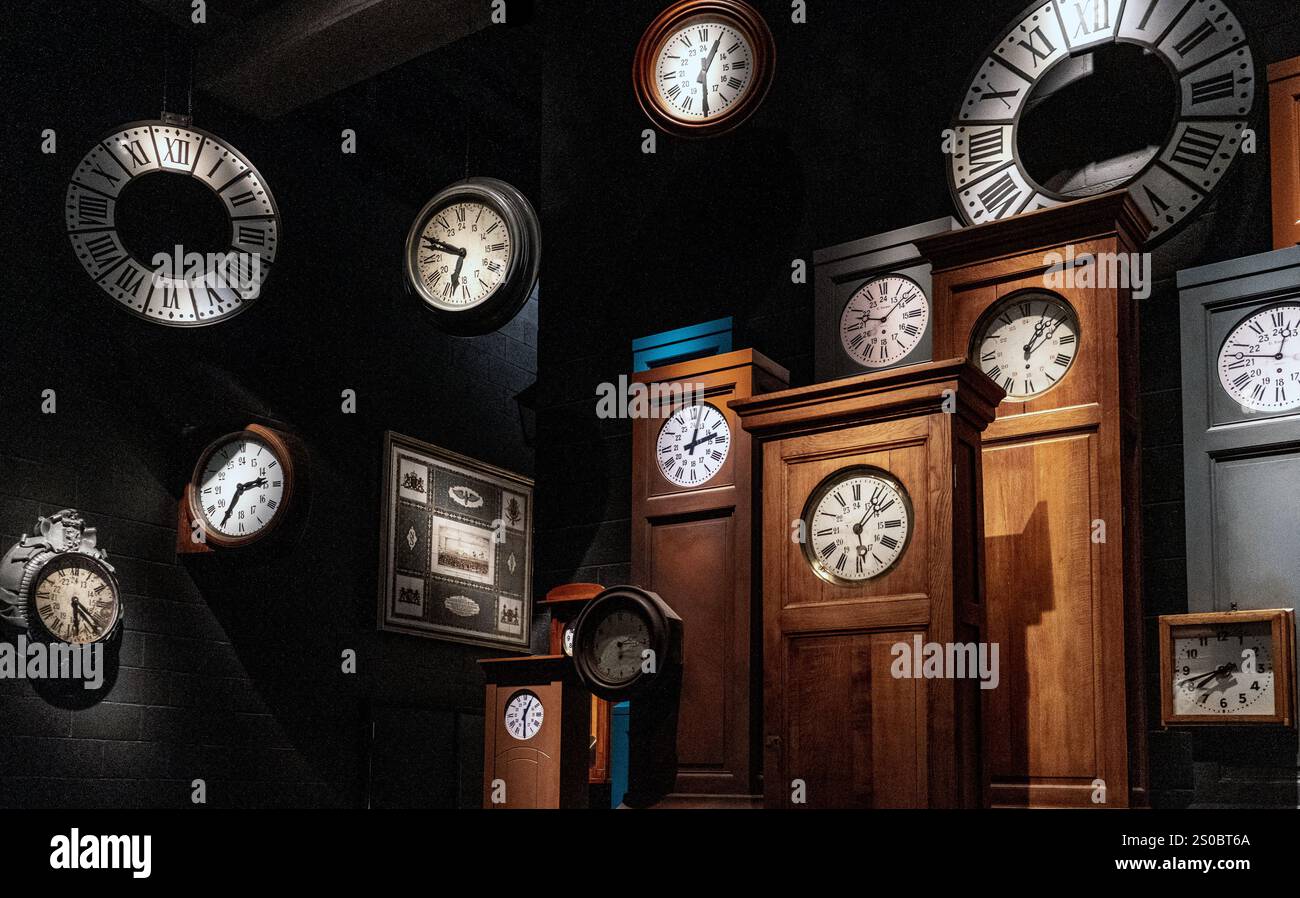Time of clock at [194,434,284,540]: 2:35
